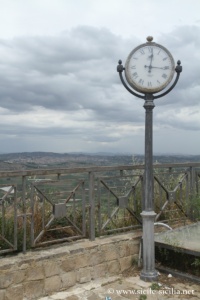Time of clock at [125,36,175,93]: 12:15
